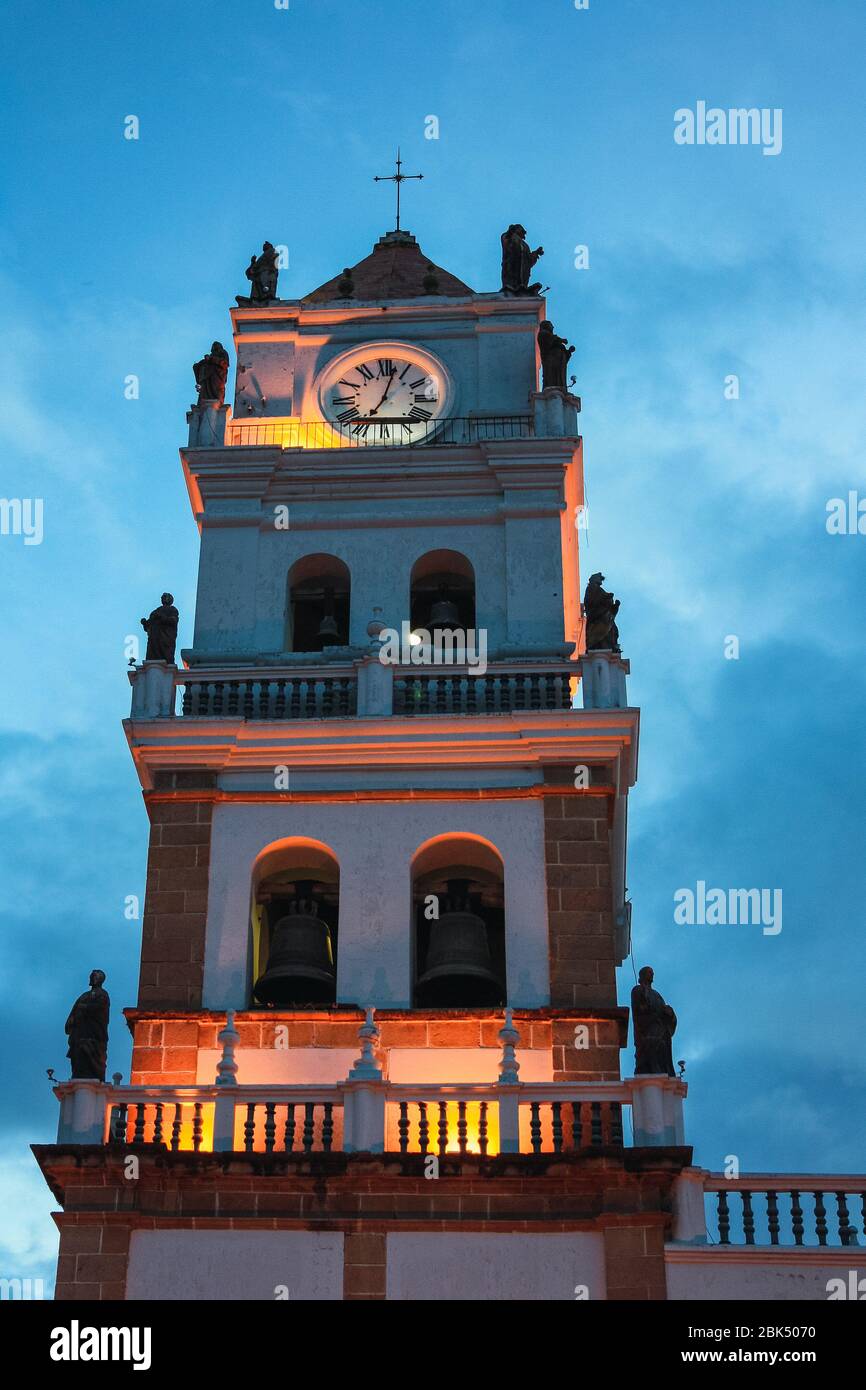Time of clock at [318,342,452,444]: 7:02
